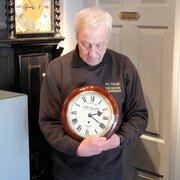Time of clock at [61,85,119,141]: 2:19
